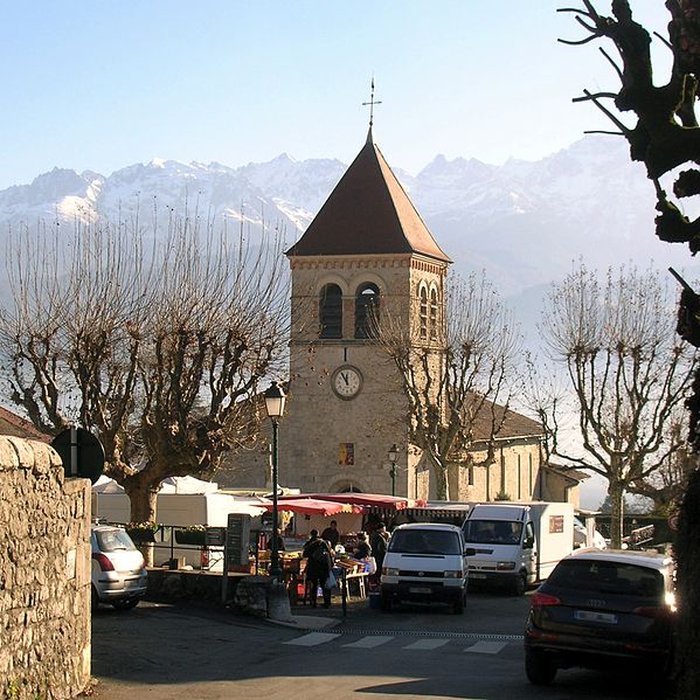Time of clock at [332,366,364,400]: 11:54
